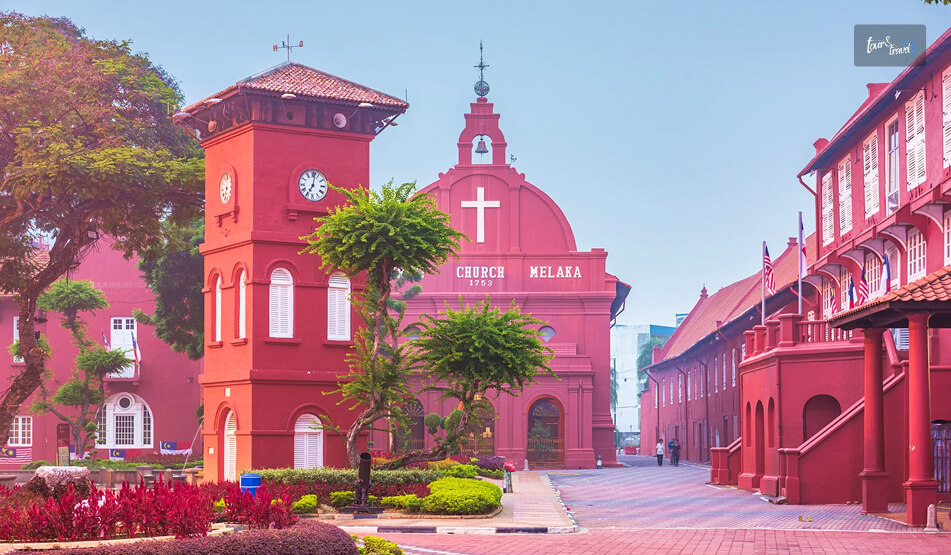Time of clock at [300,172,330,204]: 7:01
